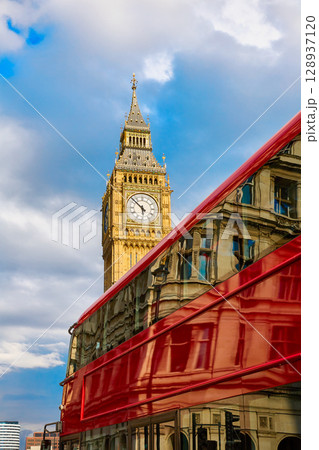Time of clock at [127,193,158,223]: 5:52
